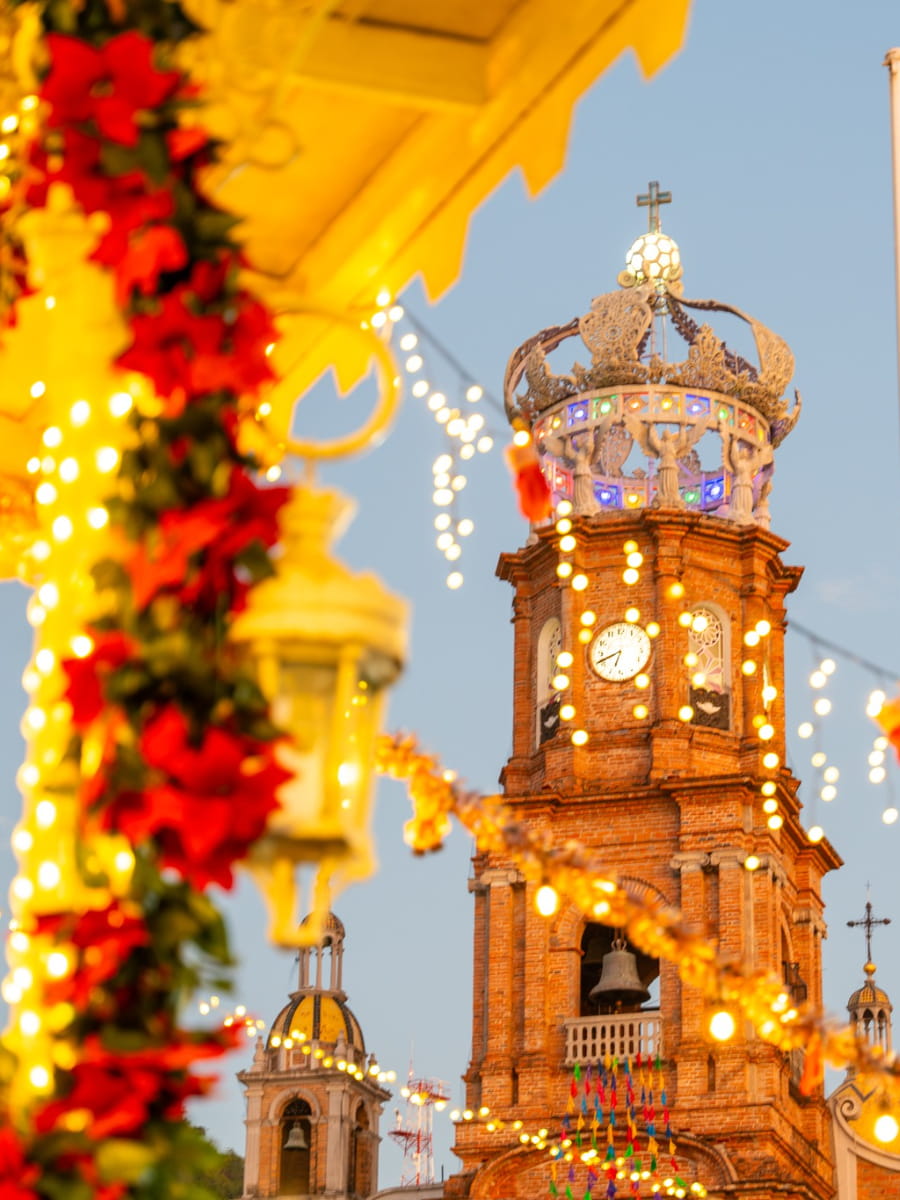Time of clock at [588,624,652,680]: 6:41
